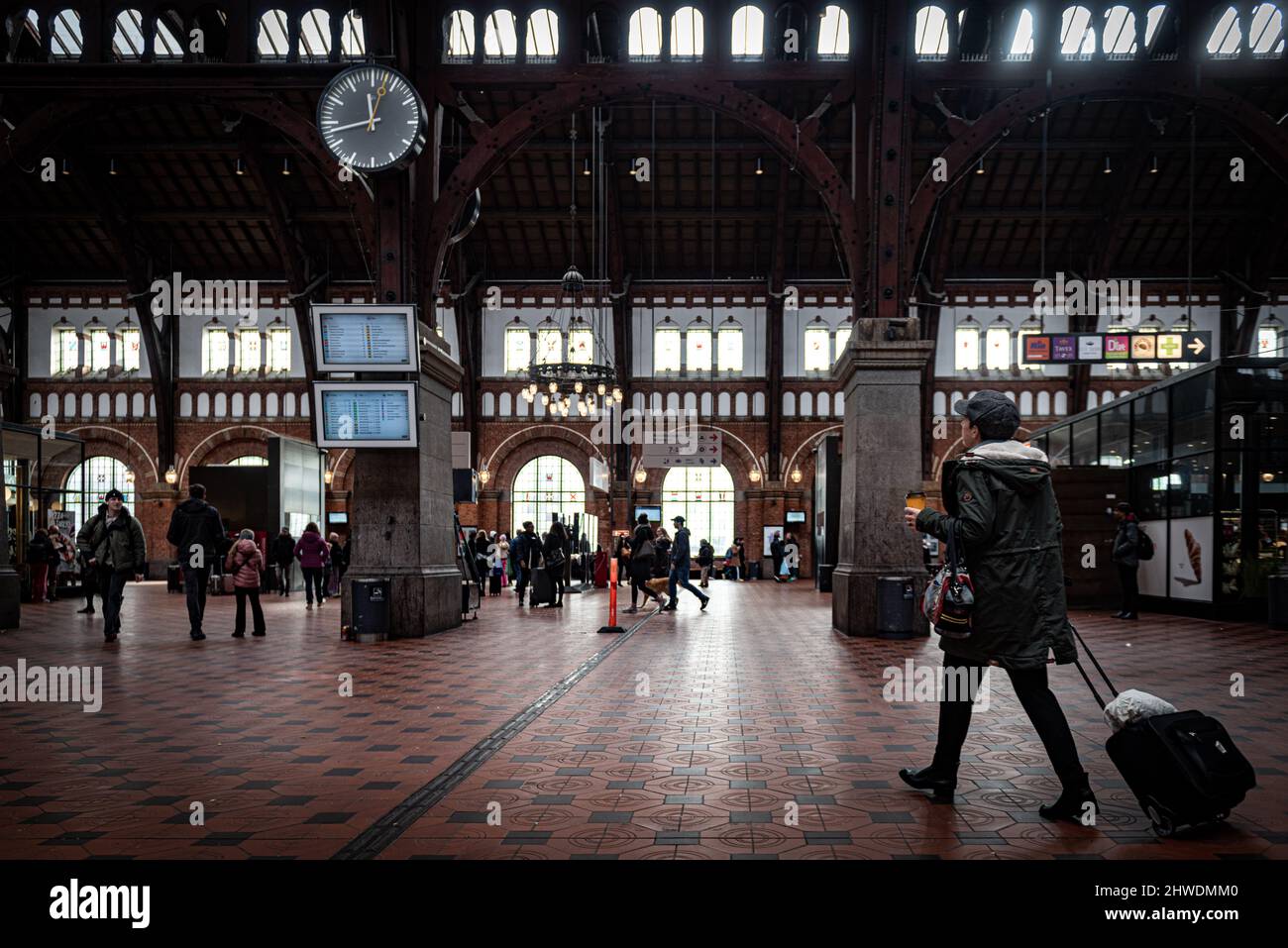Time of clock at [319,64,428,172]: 11:43
